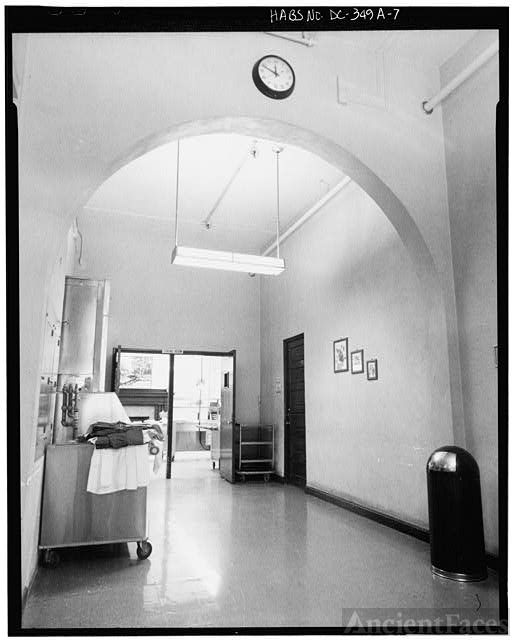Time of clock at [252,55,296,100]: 11:48
